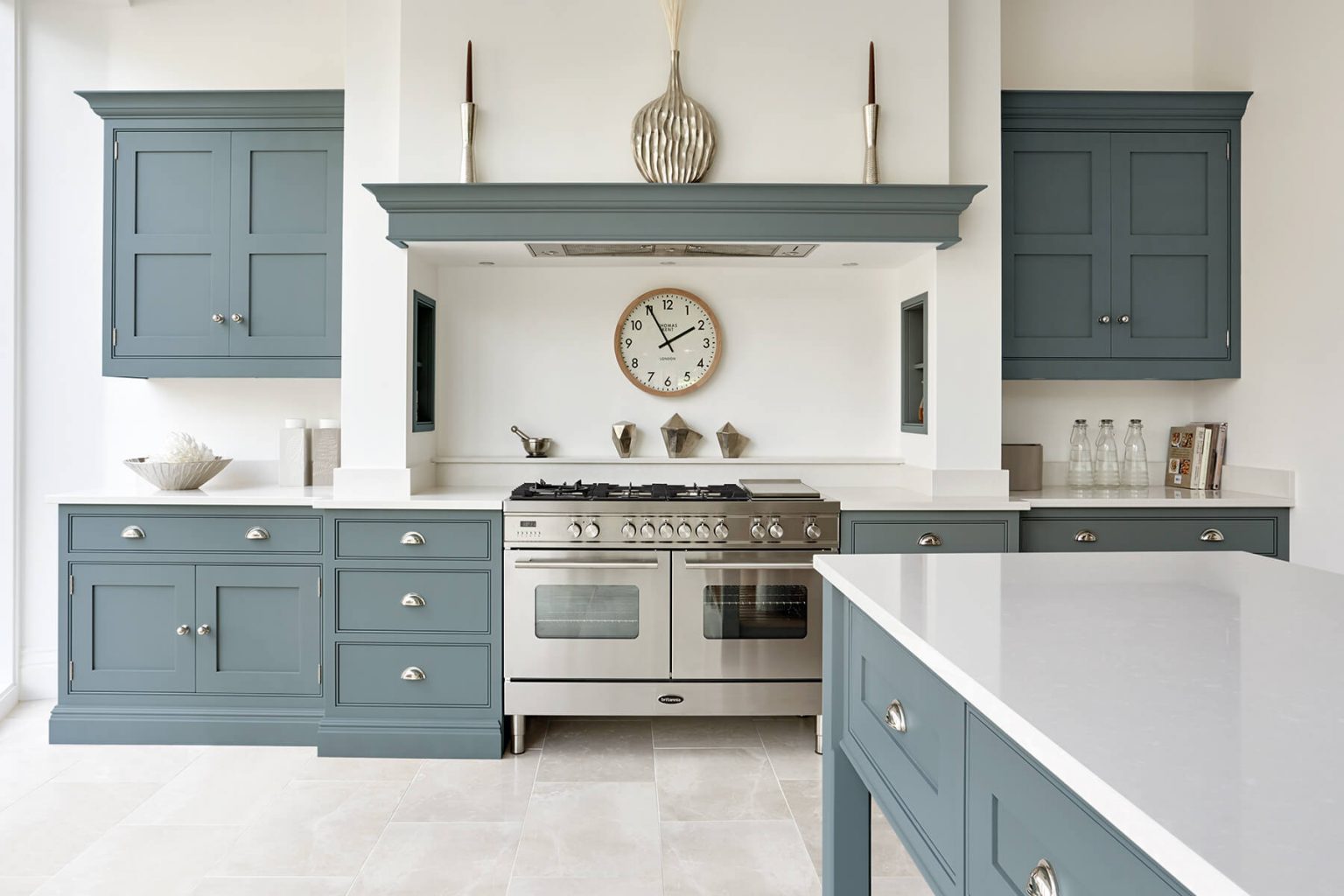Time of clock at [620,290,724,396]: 1:55
